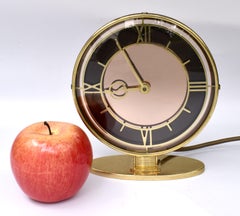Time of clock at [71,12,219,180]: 8:55
